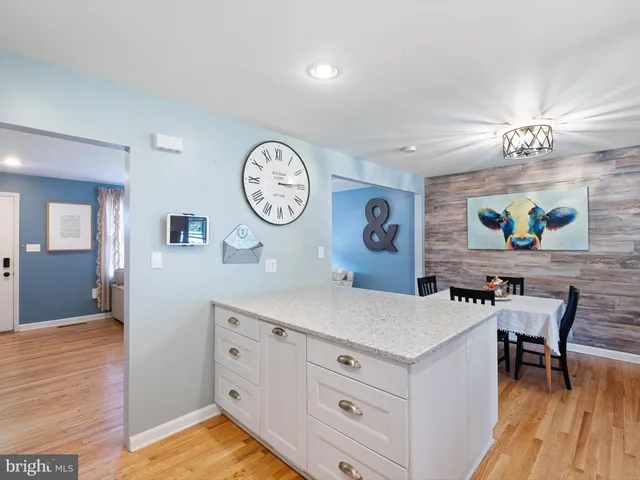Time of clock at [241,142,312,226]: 3:14
